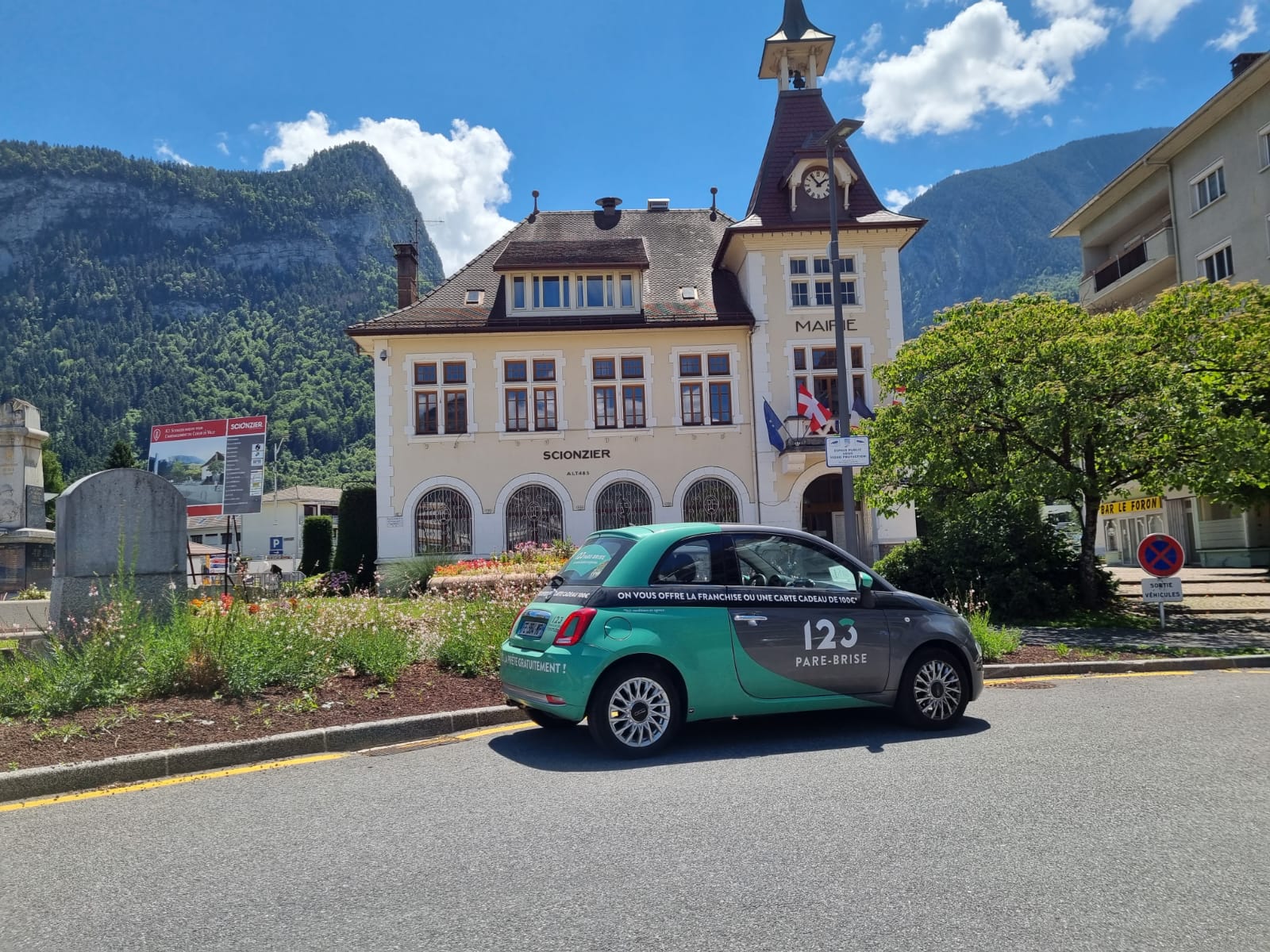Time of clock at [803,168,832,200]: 1:53
